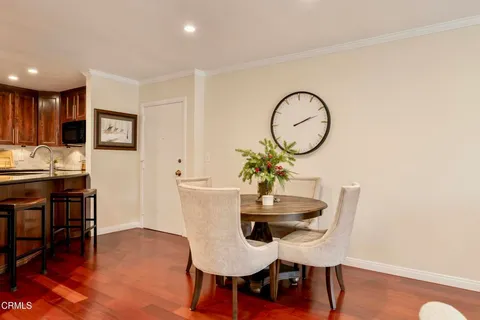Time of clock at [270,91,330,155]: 2:11
